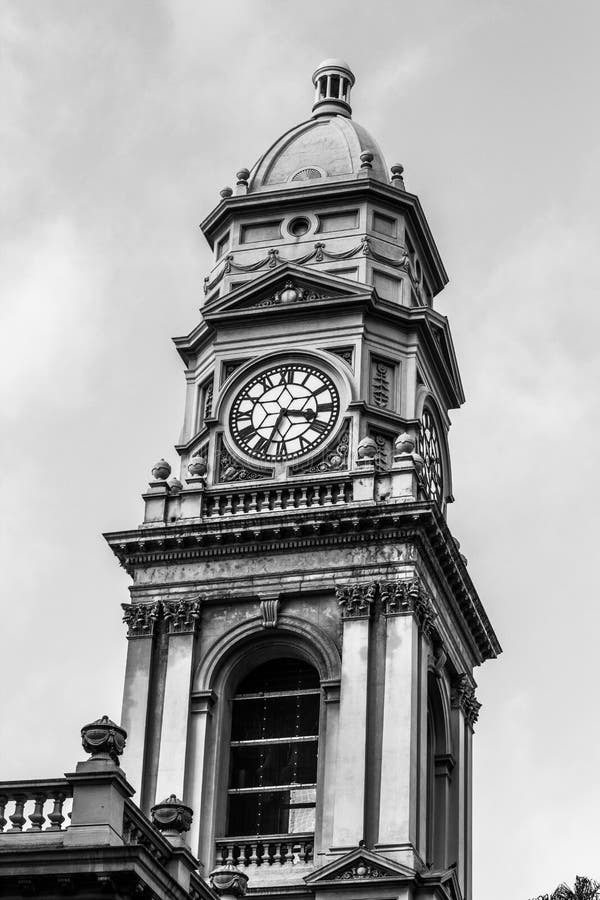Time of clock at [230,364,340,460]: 3:33
